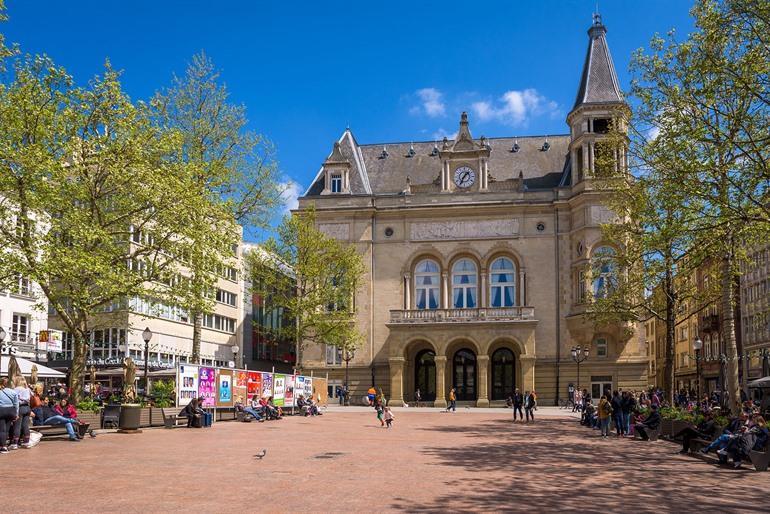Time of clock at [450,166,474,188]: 1:35
